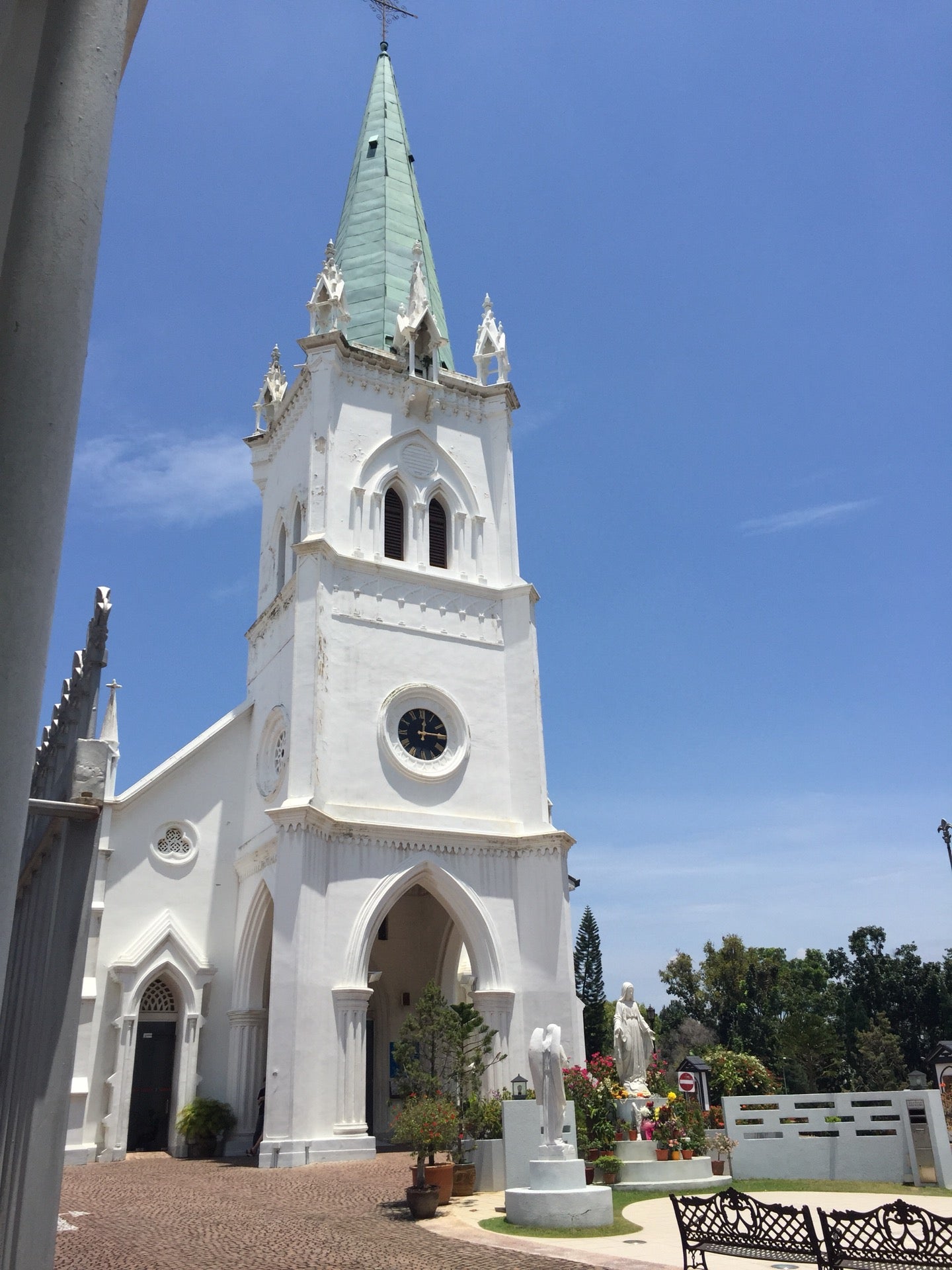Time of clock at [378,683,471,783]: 12:14
